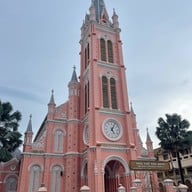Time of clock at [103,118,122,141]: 5:04
